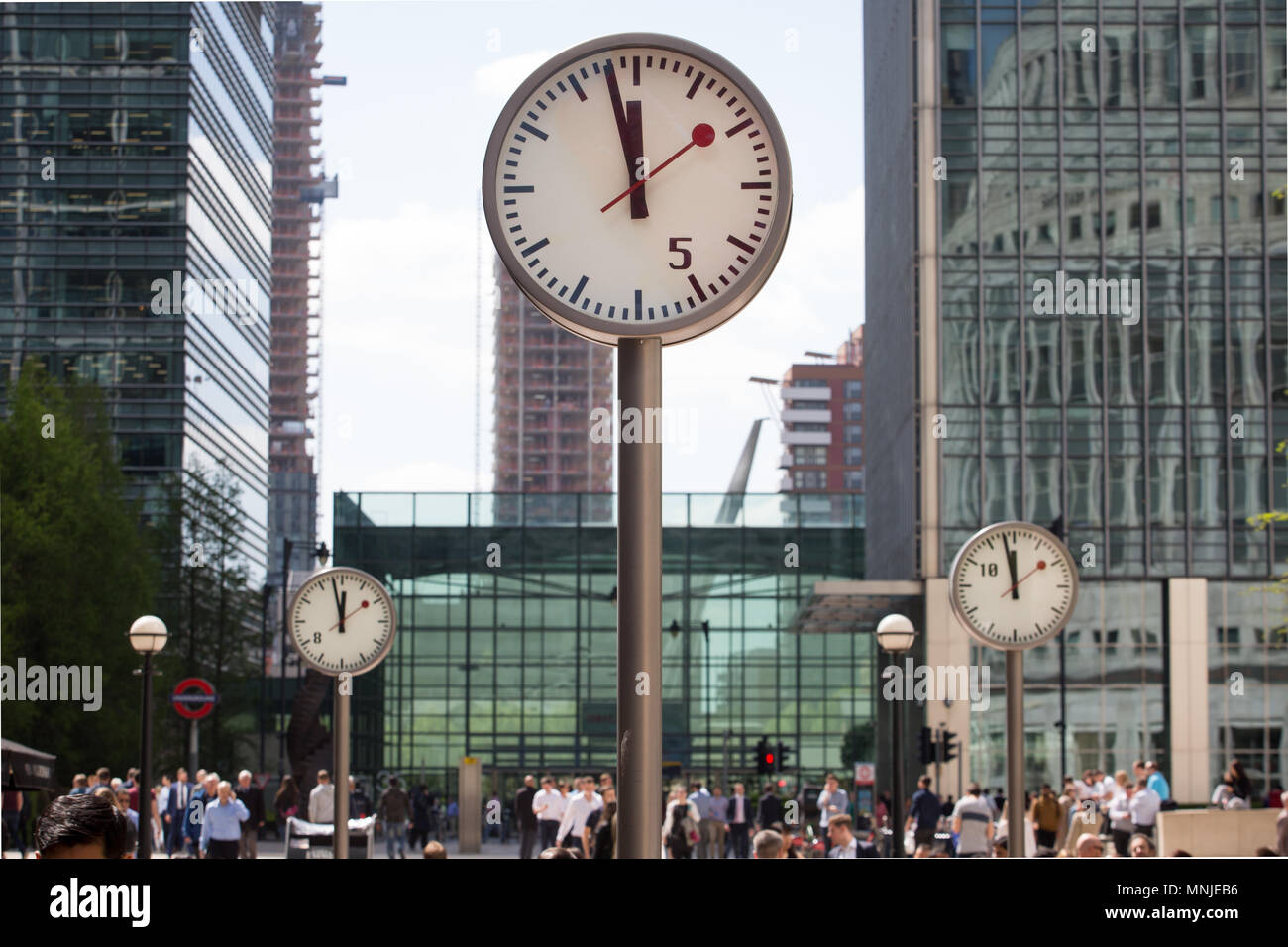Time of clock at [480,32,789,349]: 11:57
